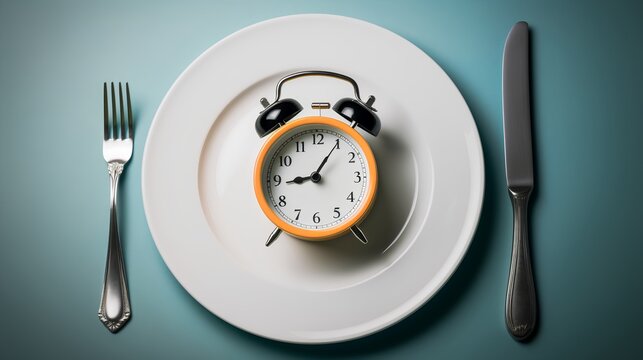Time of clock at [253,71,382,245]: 9:05
